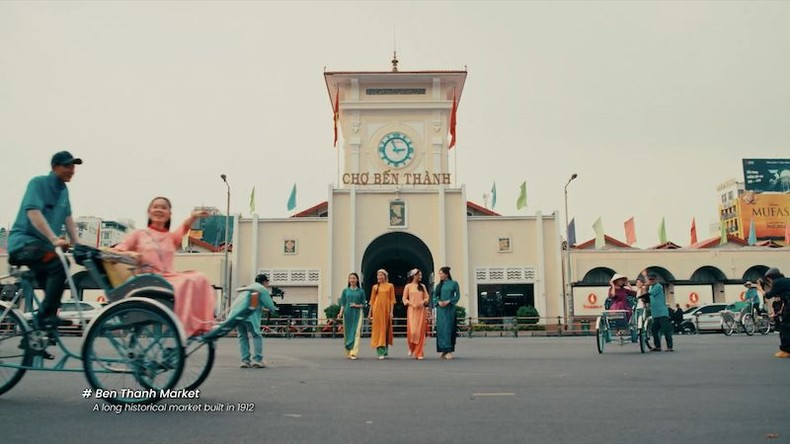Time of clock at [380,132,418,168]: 2:56
